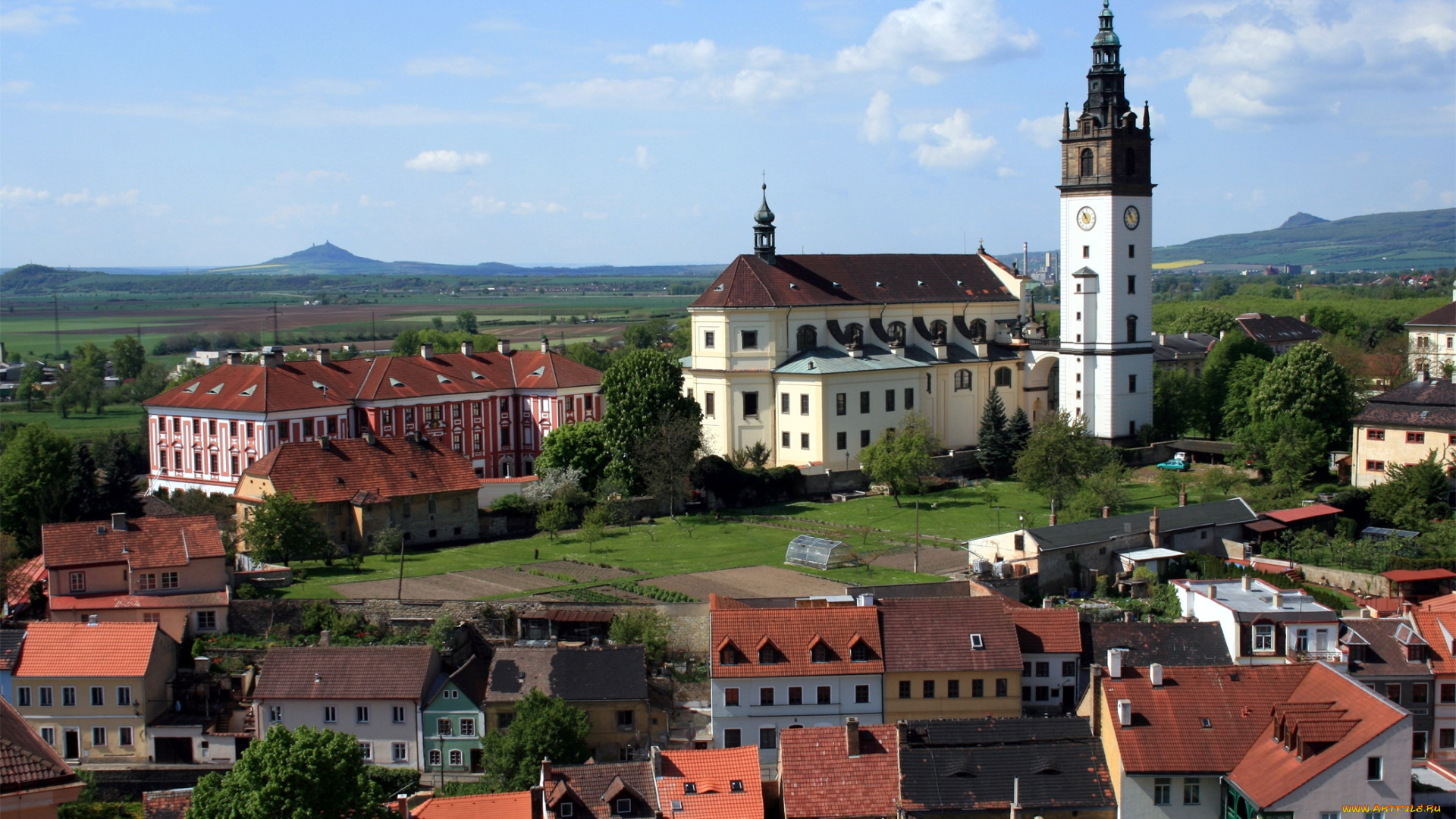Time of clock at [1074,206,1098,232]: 10:53
